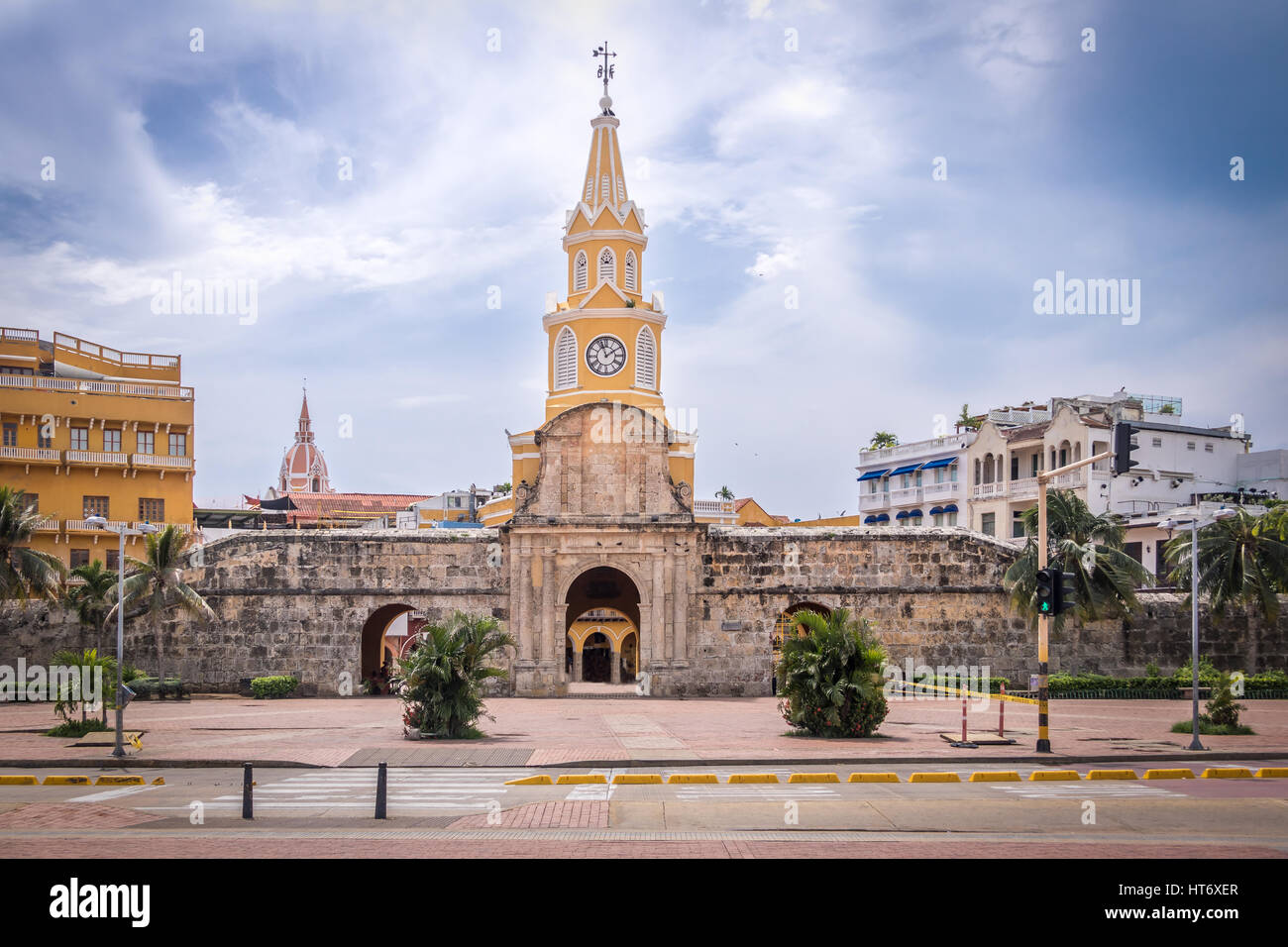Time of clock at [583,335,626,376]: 1:56
